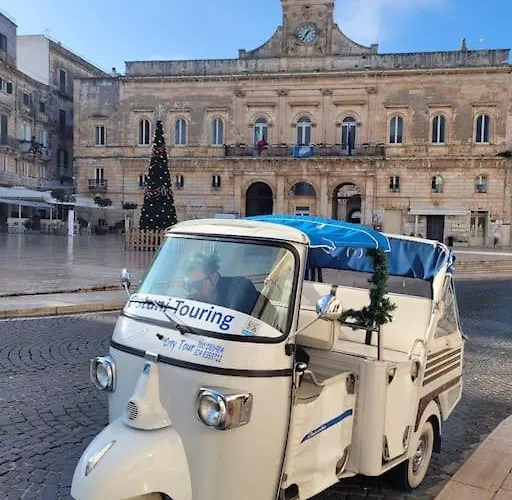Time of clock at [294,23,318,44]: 1:35
